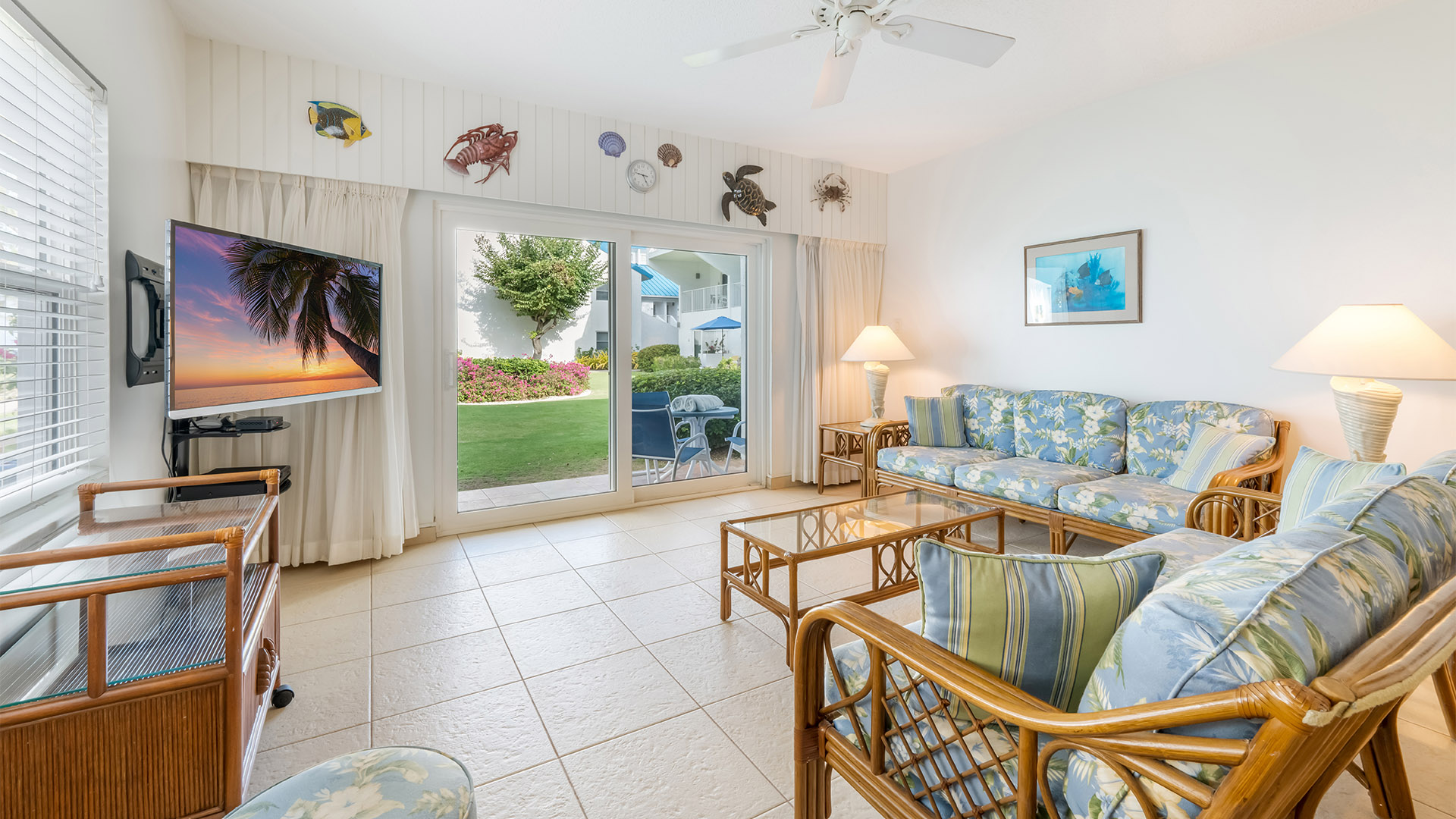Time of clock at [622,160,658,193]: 9:25
